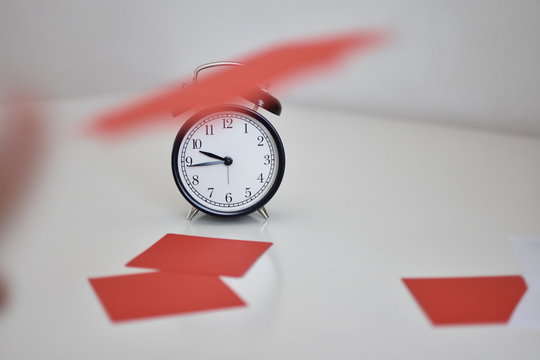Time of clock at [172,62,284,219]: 9:43
